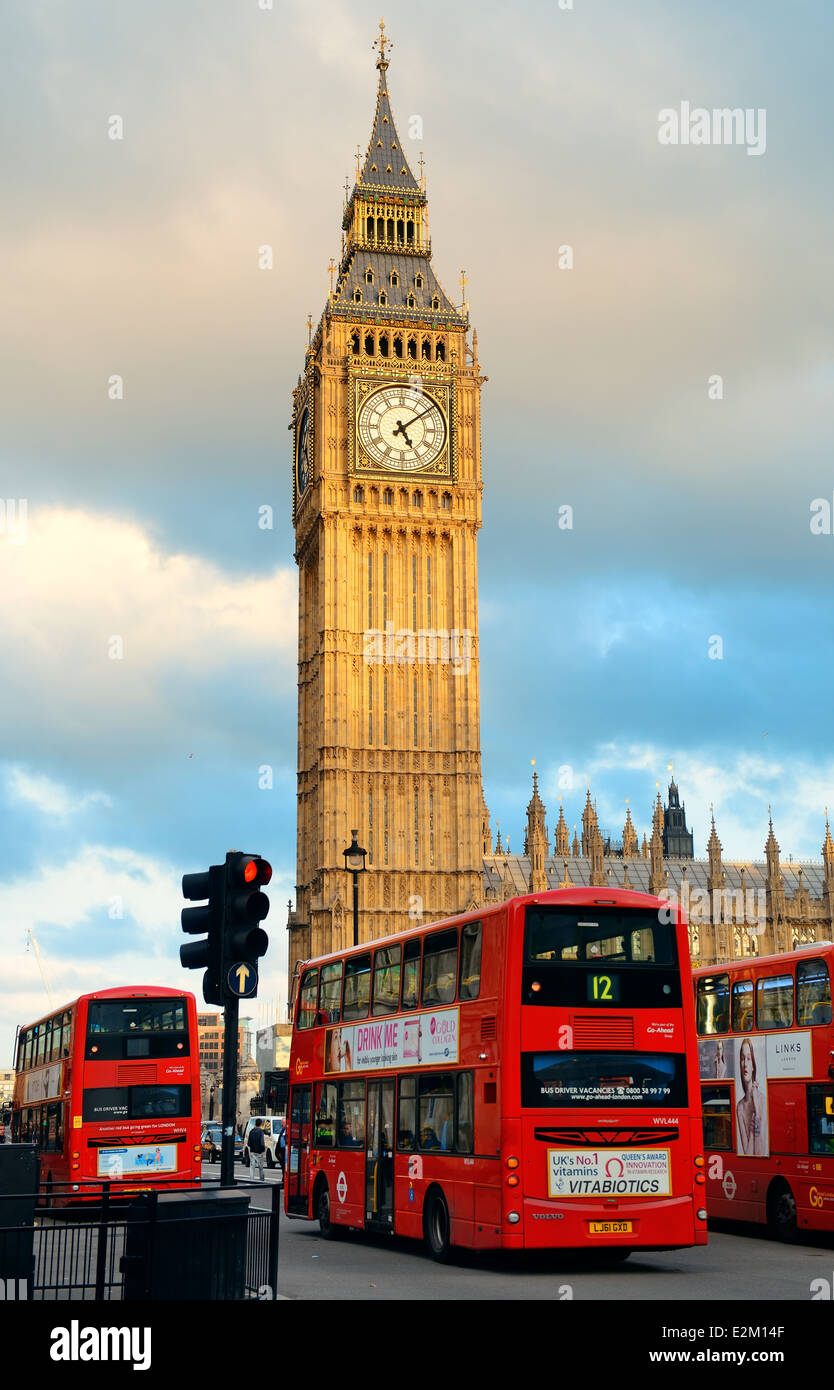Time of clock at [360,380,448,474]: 5:08
